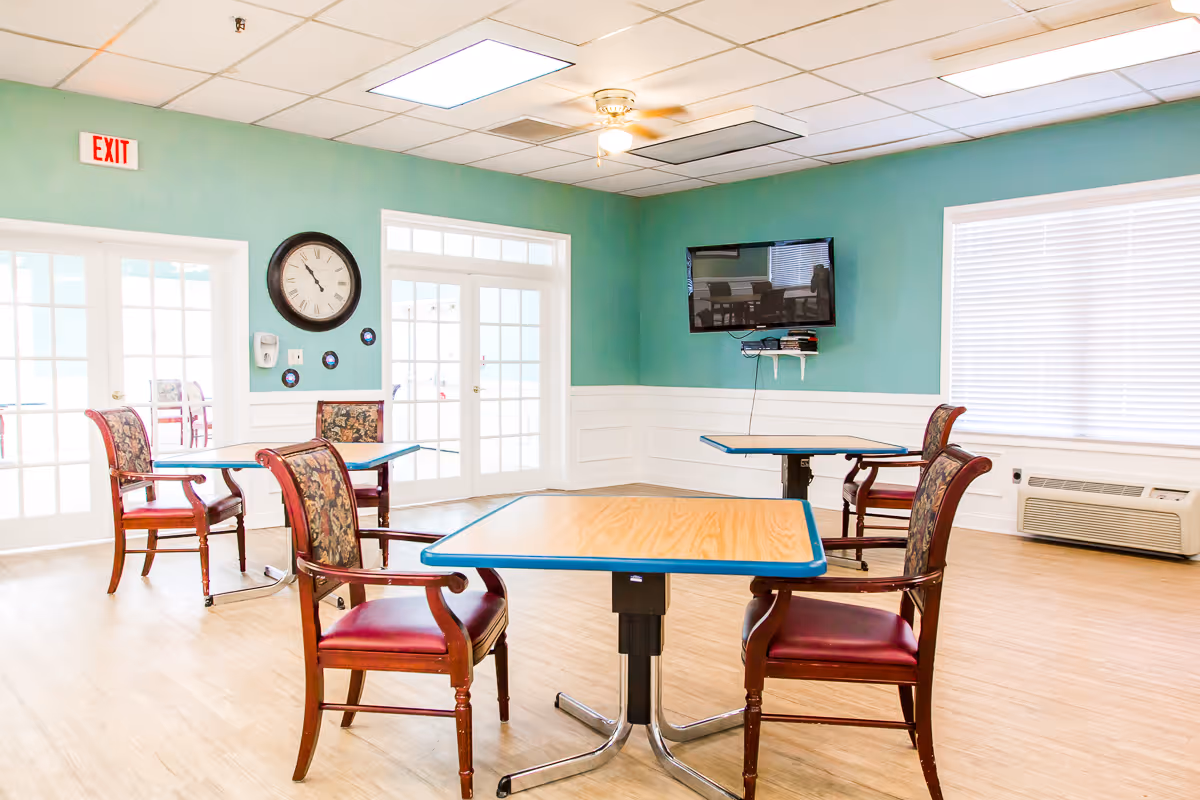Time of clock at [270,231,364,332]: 10:53
